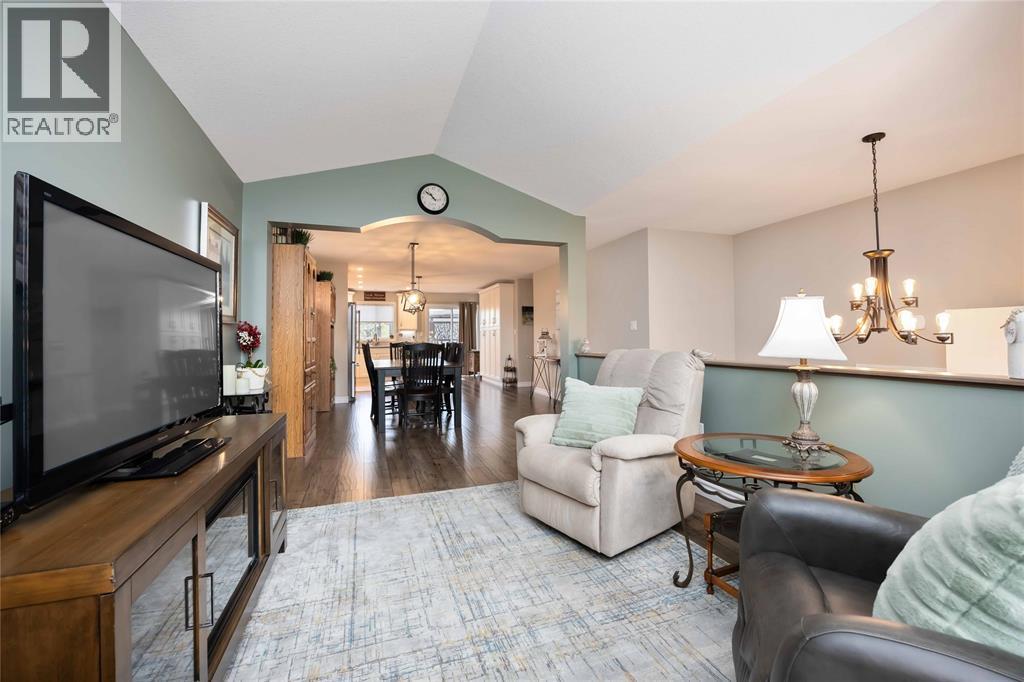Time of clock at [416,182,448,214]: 10:51
